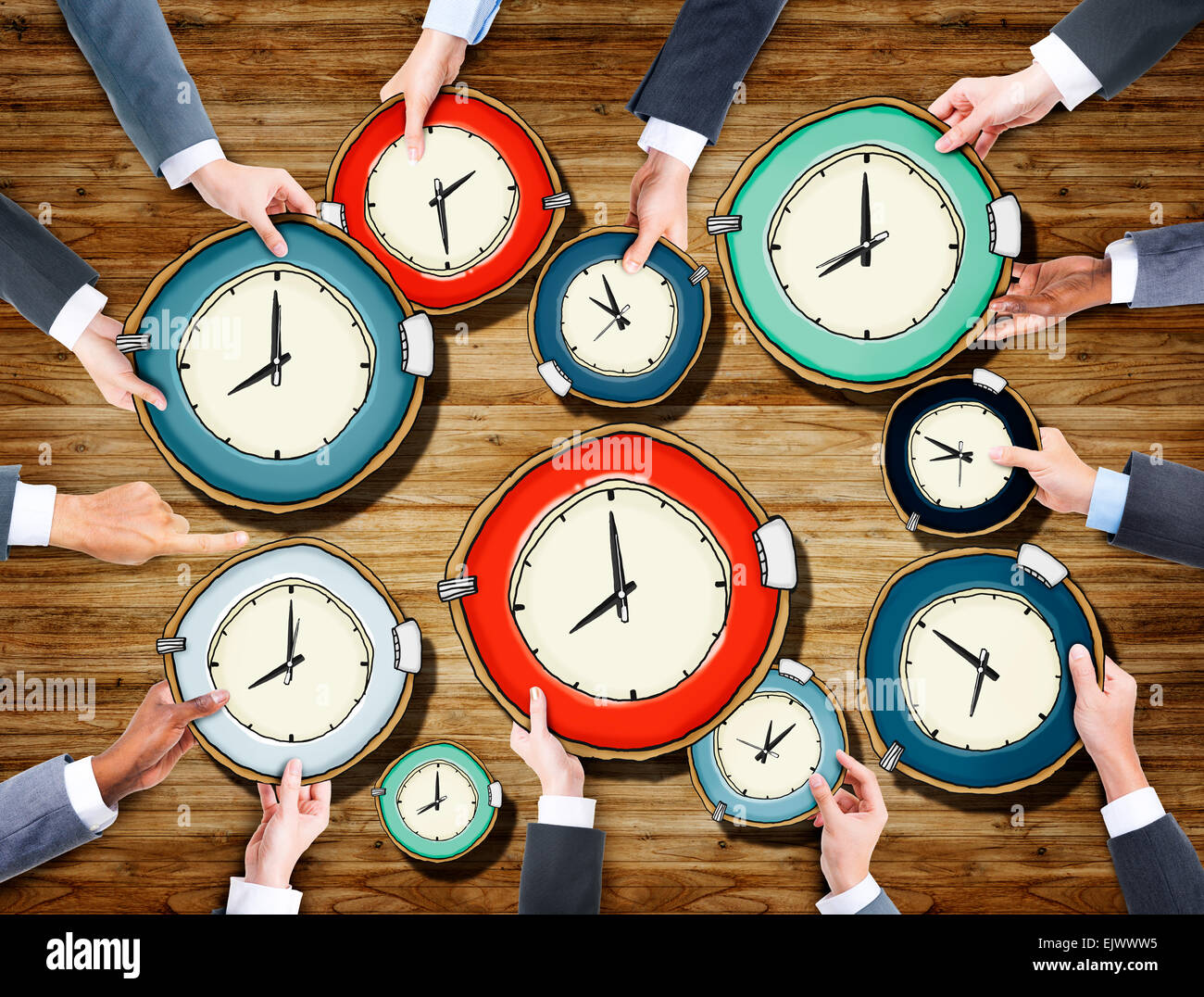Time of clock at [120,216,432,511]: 7:59
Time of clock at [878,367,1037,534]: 8:49
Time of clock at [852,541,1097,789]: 5:50
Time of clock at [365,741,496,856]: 7:59
